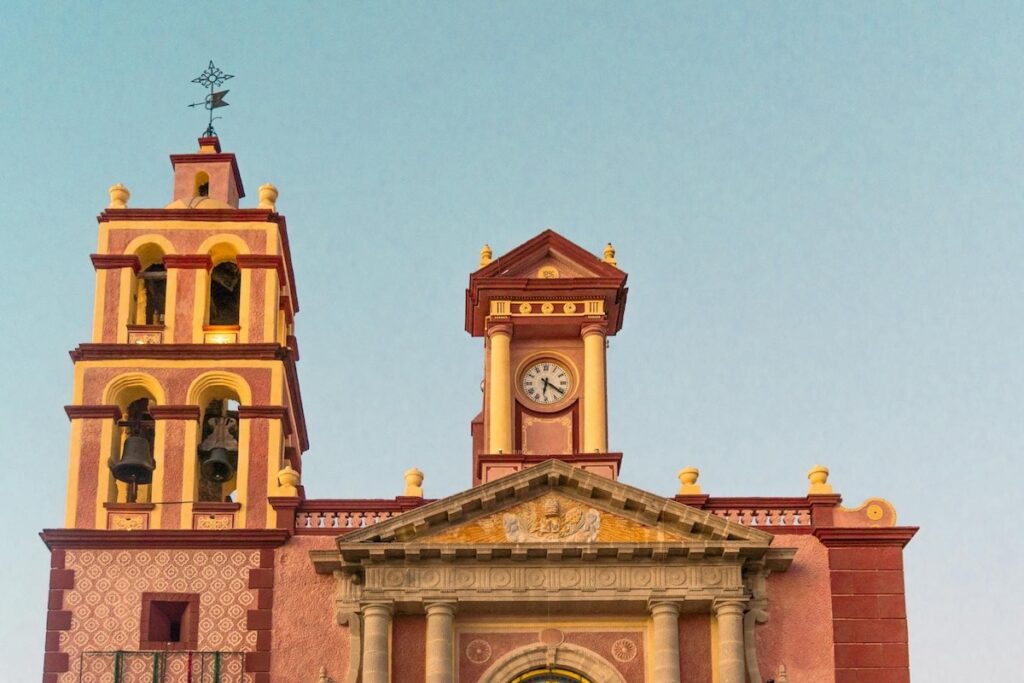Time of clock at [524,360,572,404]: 6:21
